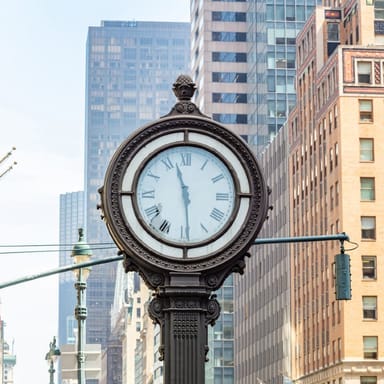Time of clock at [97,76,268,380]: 11:29
